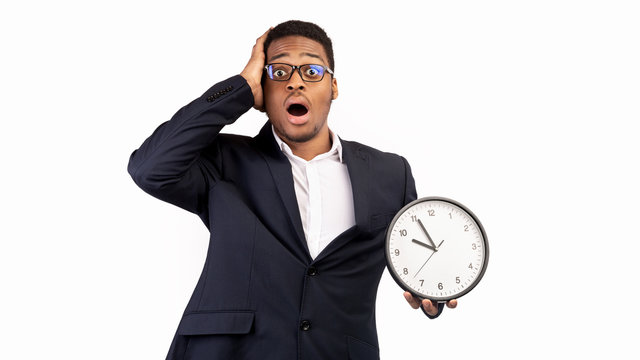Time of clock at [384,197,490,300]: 9:55
